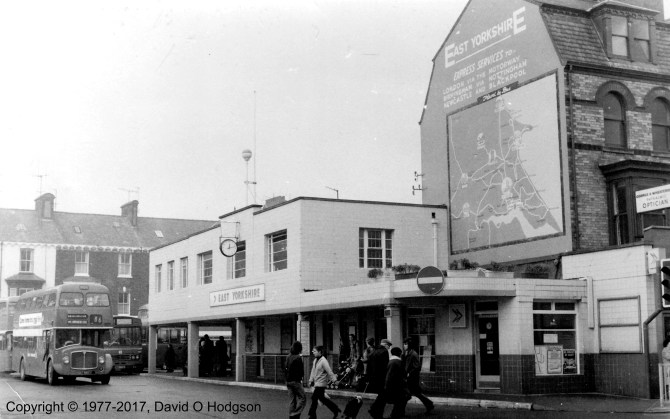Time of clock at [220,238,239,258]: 12:12
